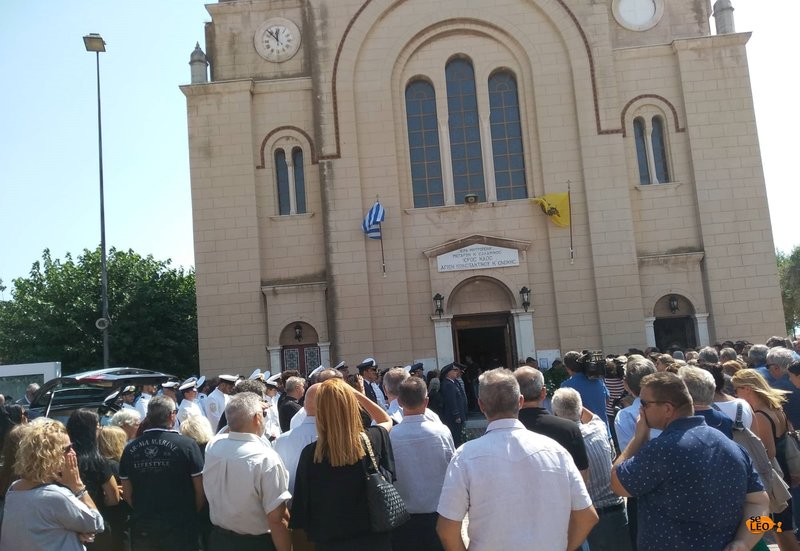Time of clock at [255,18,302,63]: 11:52
